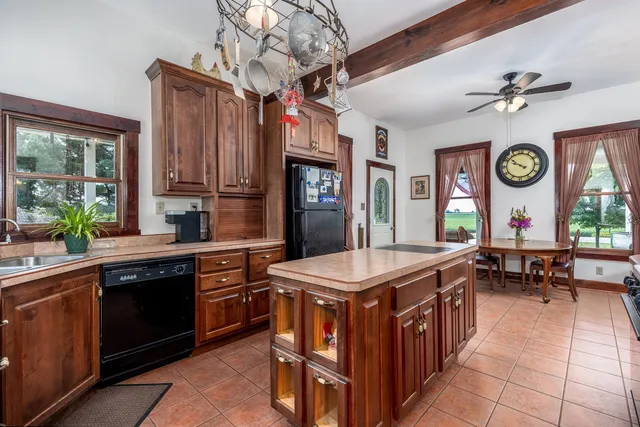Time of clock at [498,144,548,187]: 9:51
